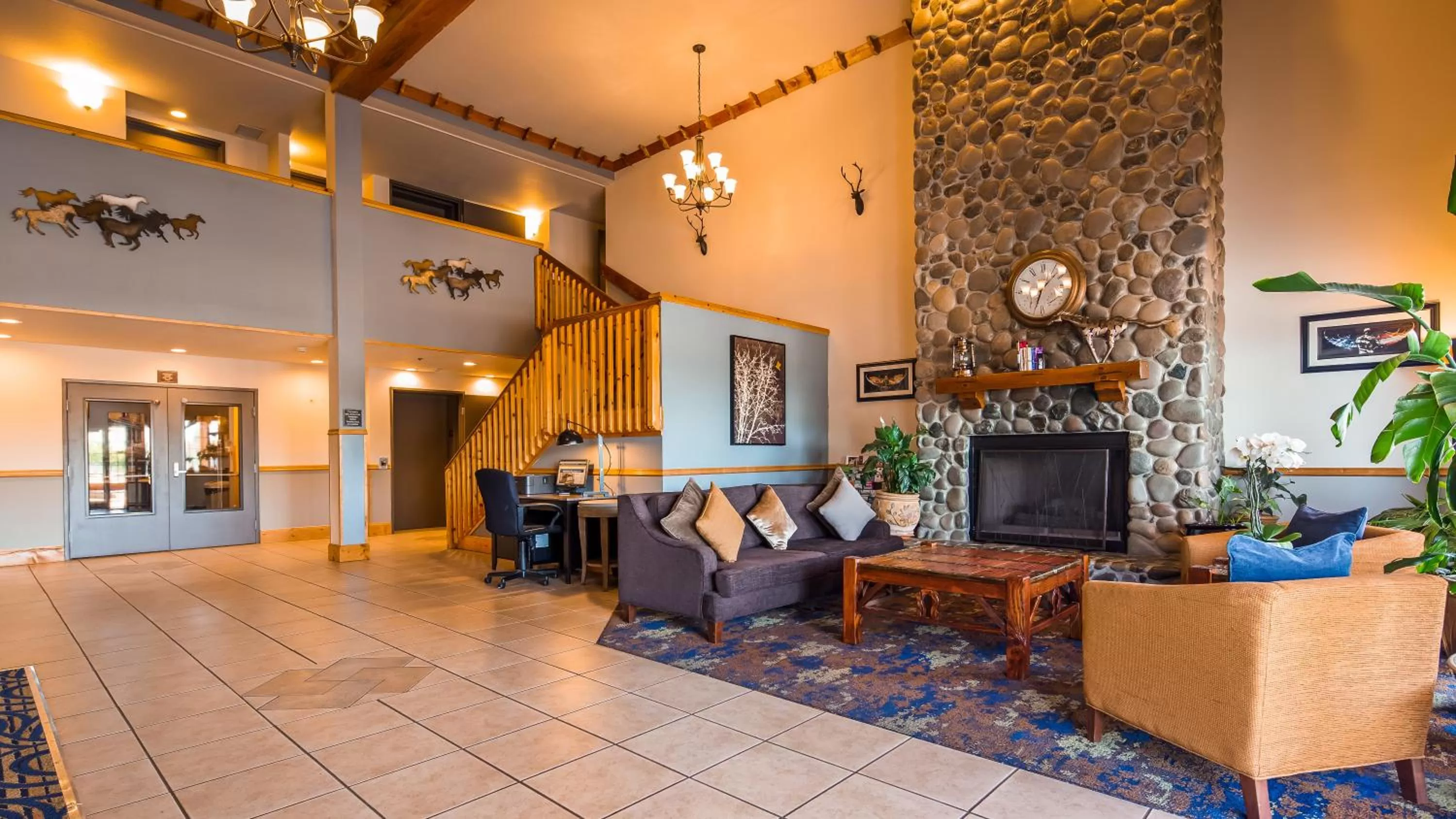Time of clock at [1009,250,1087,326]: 1:33
